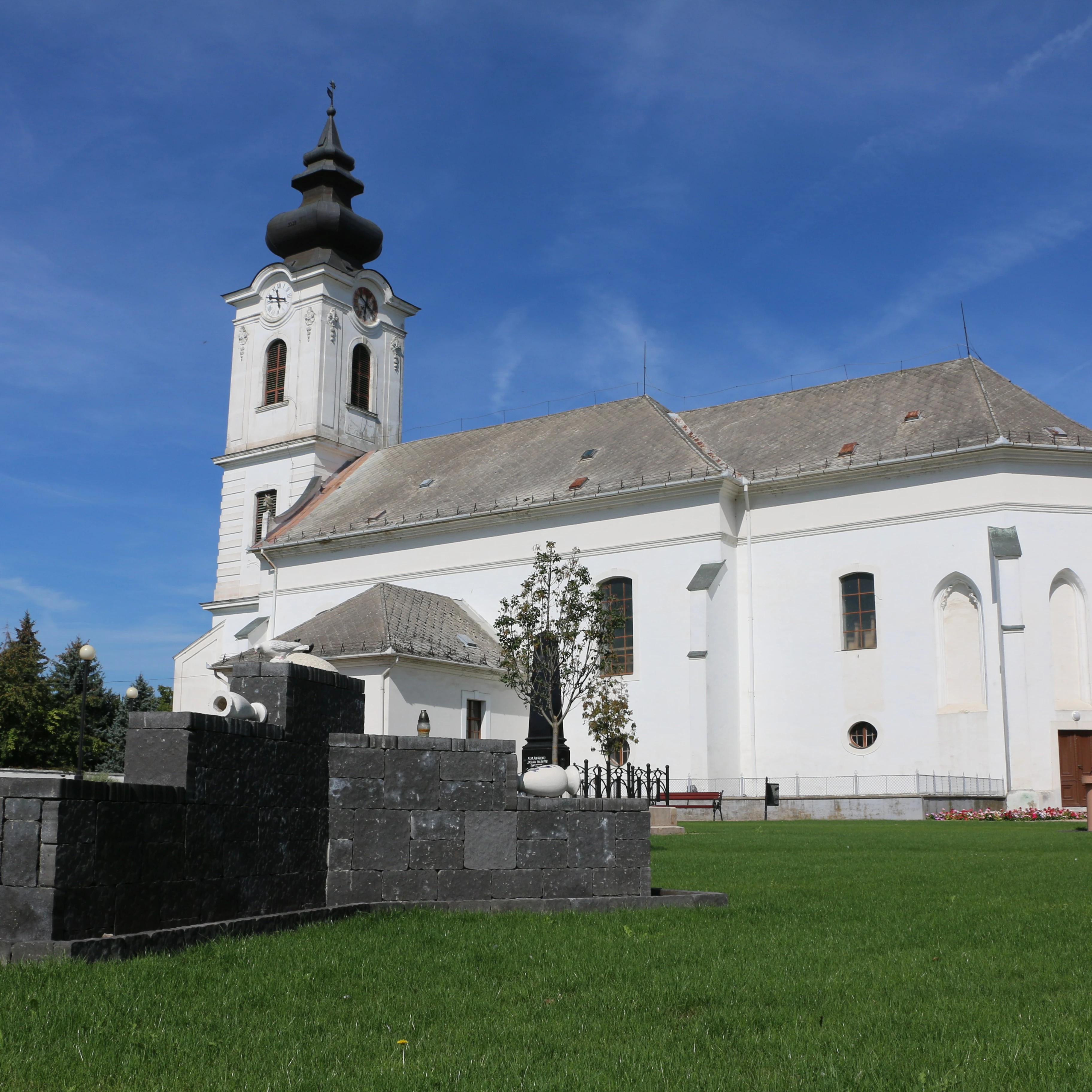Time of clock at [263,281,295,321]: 11:47
